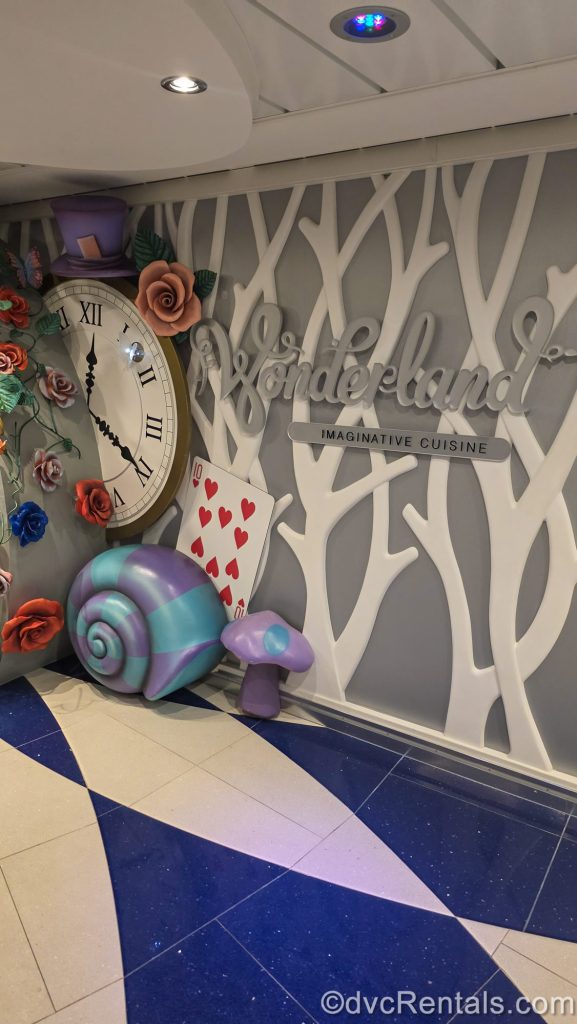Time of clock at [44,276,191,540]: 12:20
